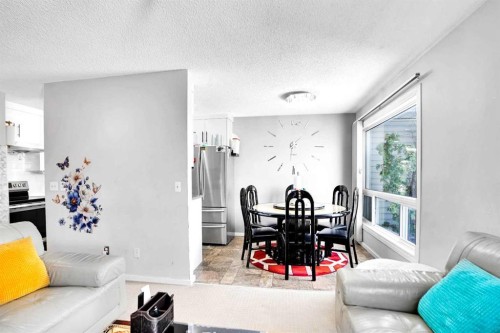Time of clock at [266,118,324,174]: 1:30
